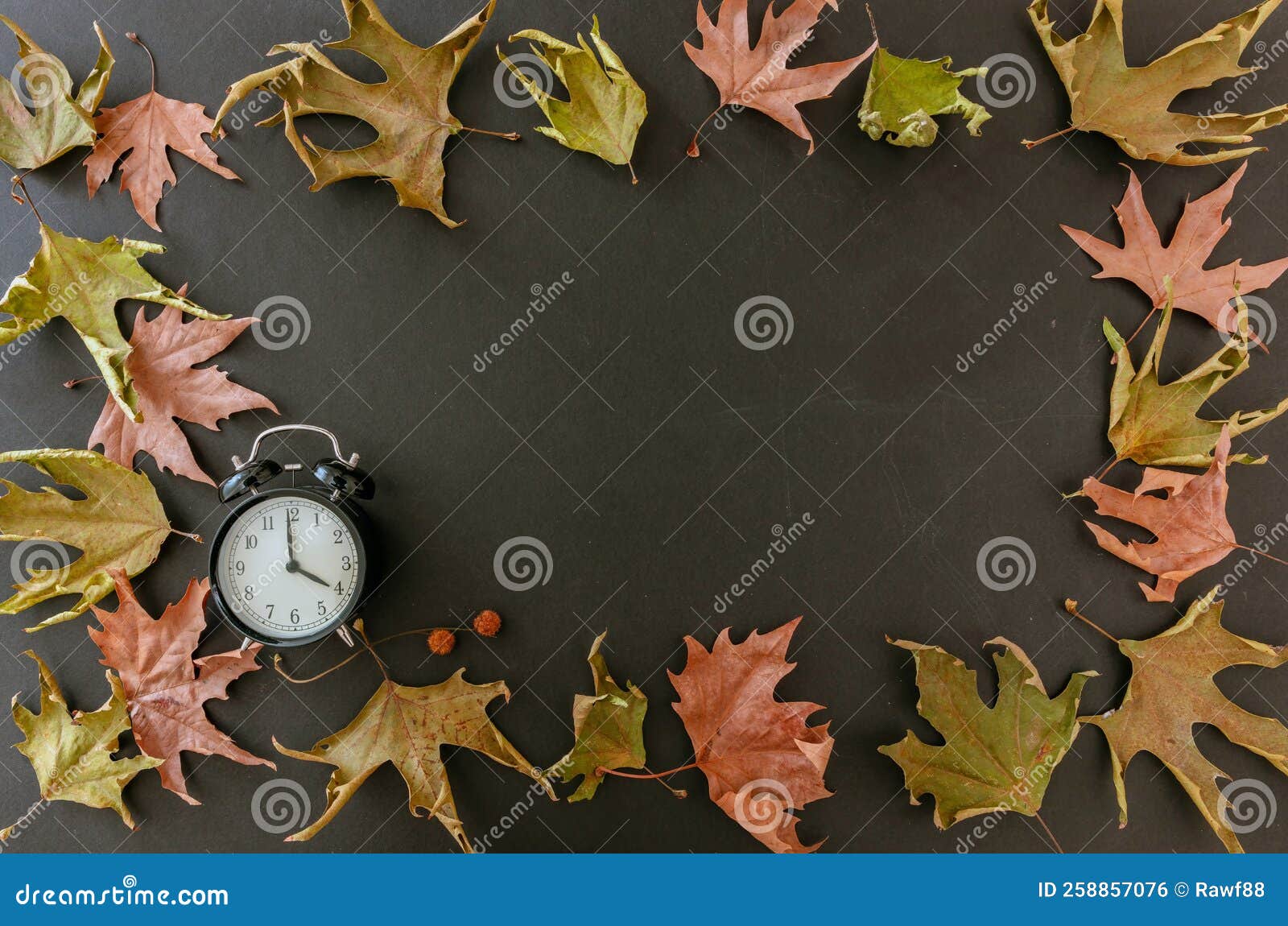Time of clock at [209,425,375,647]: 3:59
